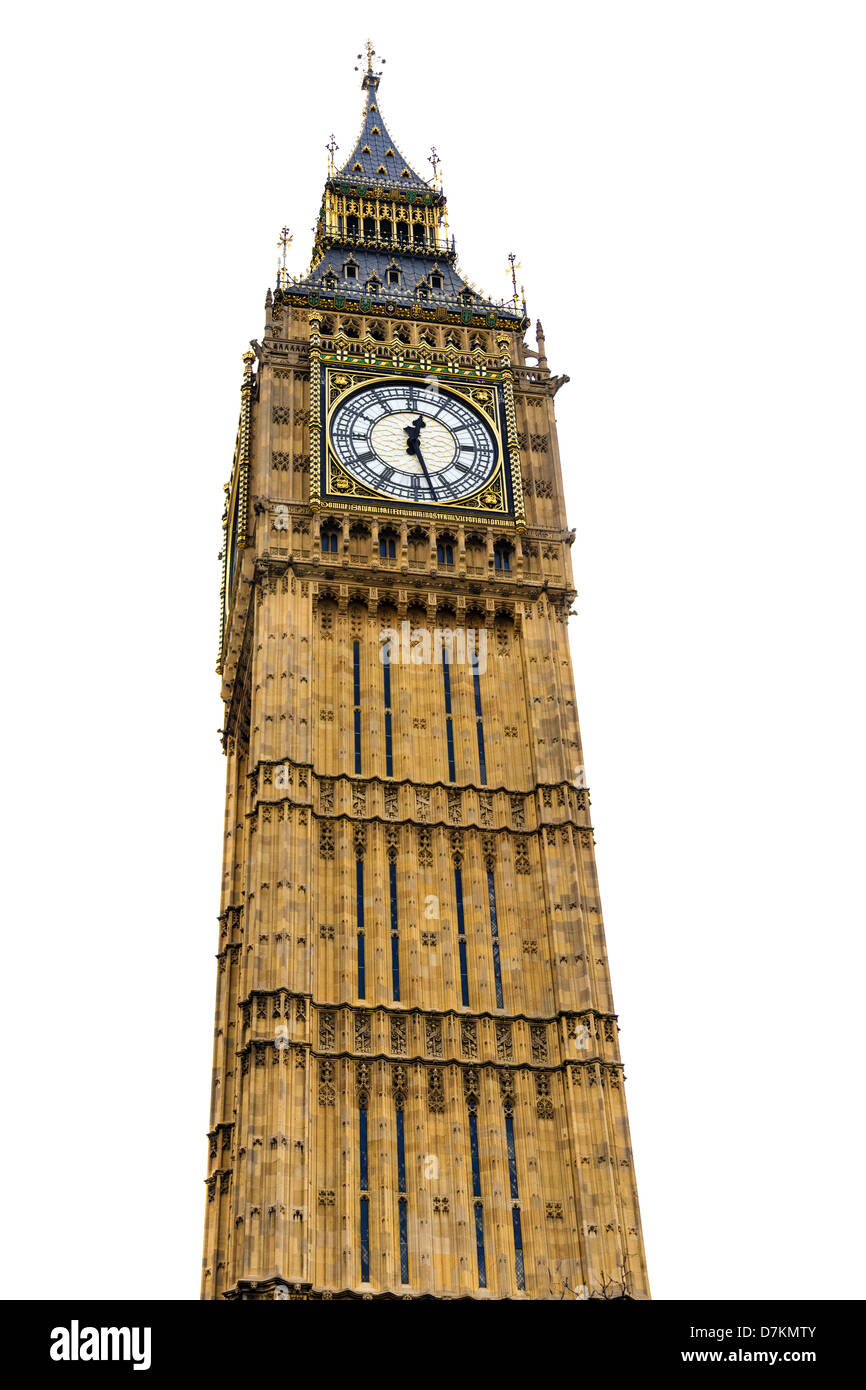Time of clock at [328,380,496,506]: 12:27
